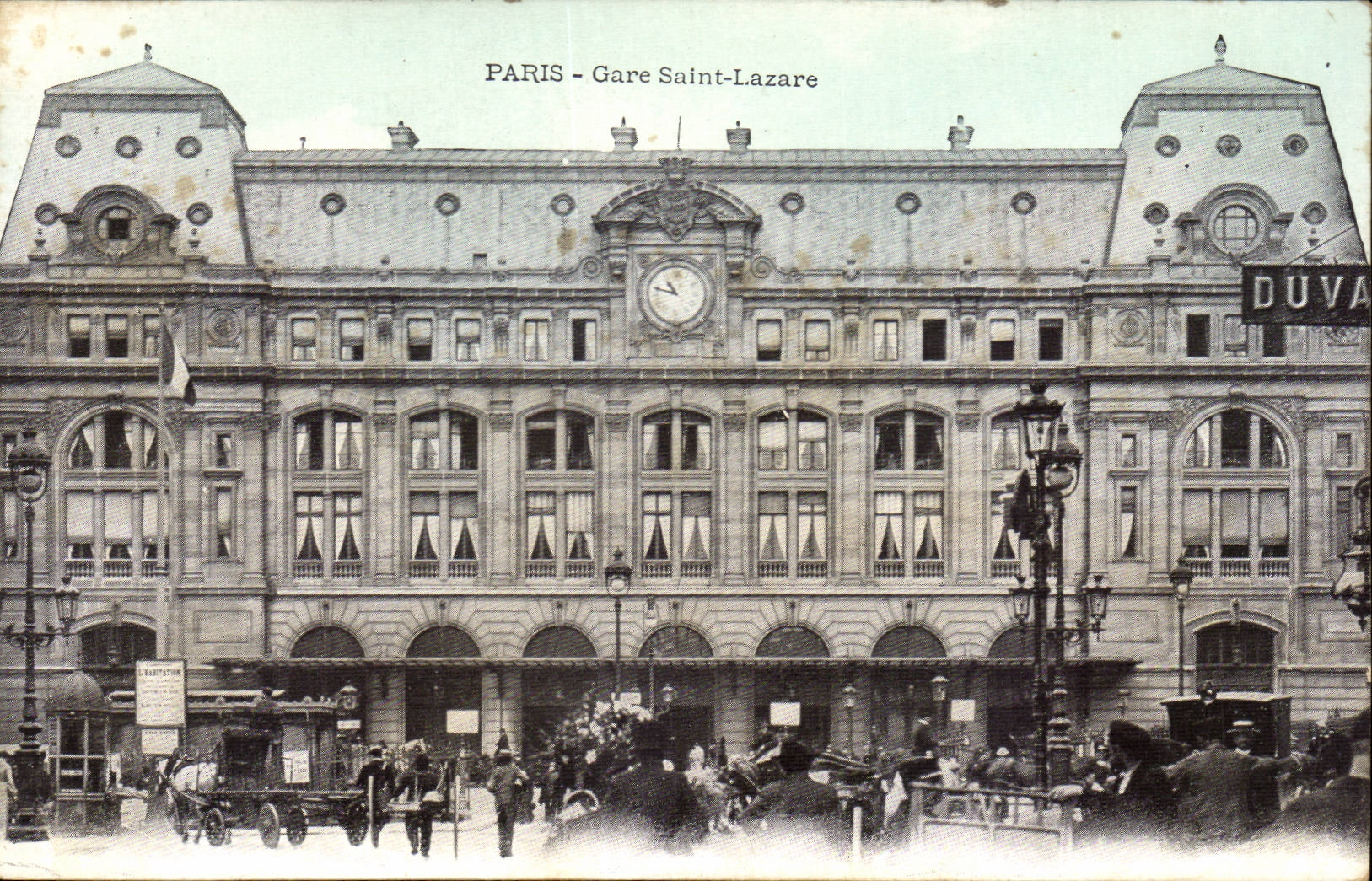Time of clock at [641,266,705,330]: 10:47
